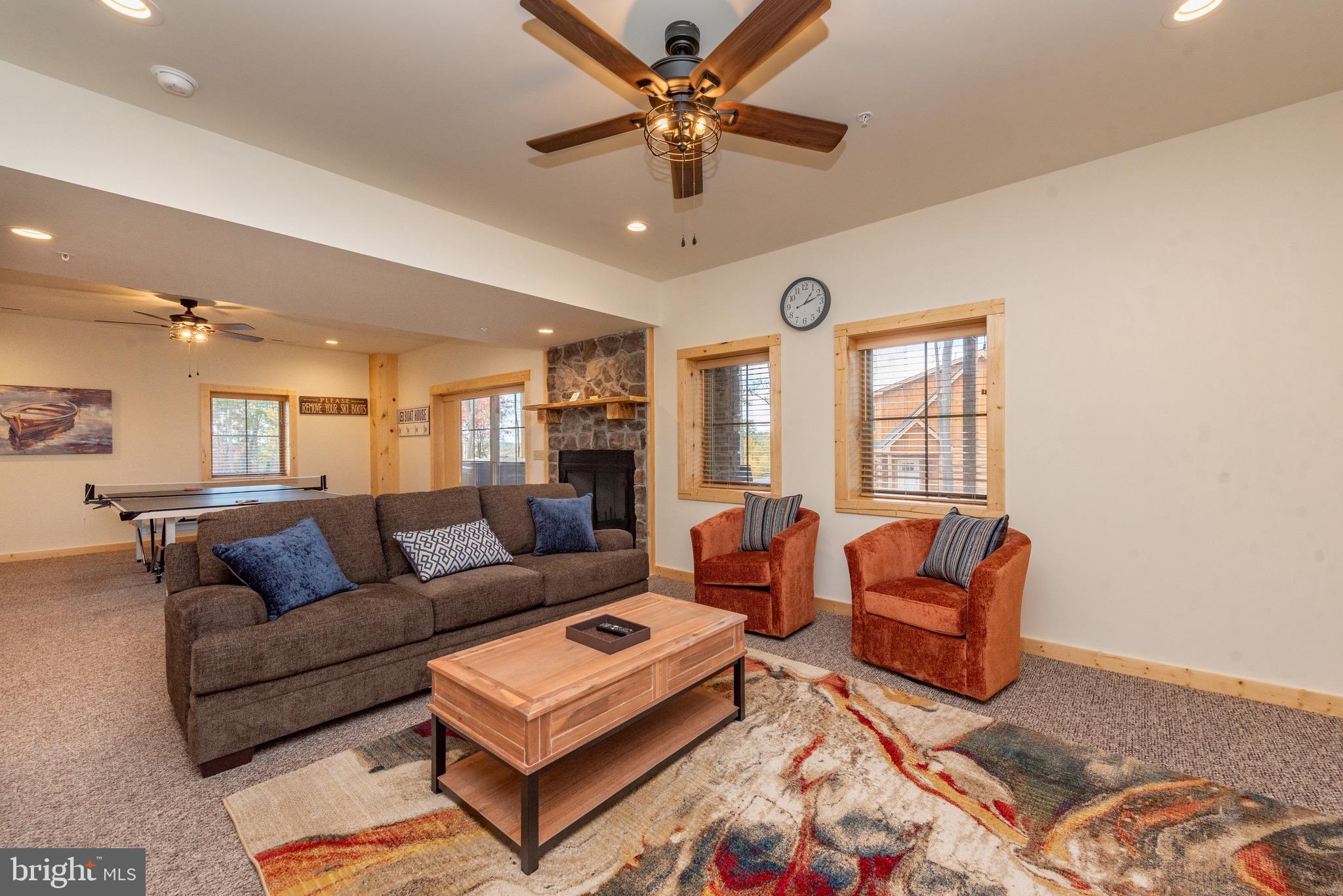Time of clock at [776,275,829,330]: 1:11
